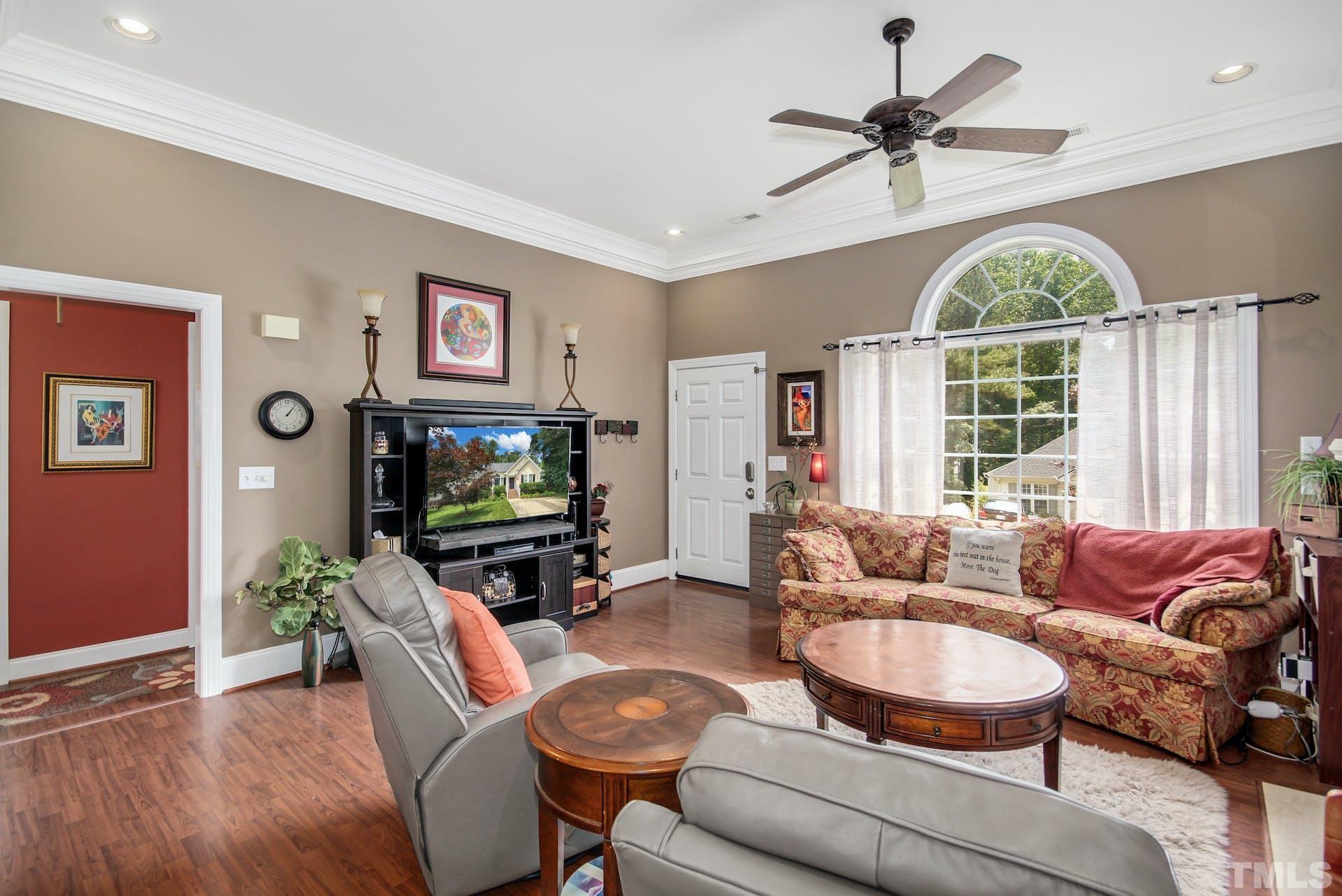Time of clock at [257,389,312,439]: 1:06
